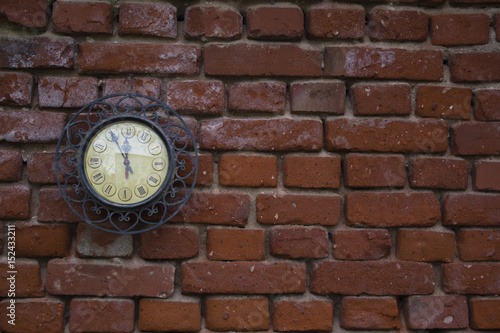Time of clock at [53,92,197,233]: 11:55
